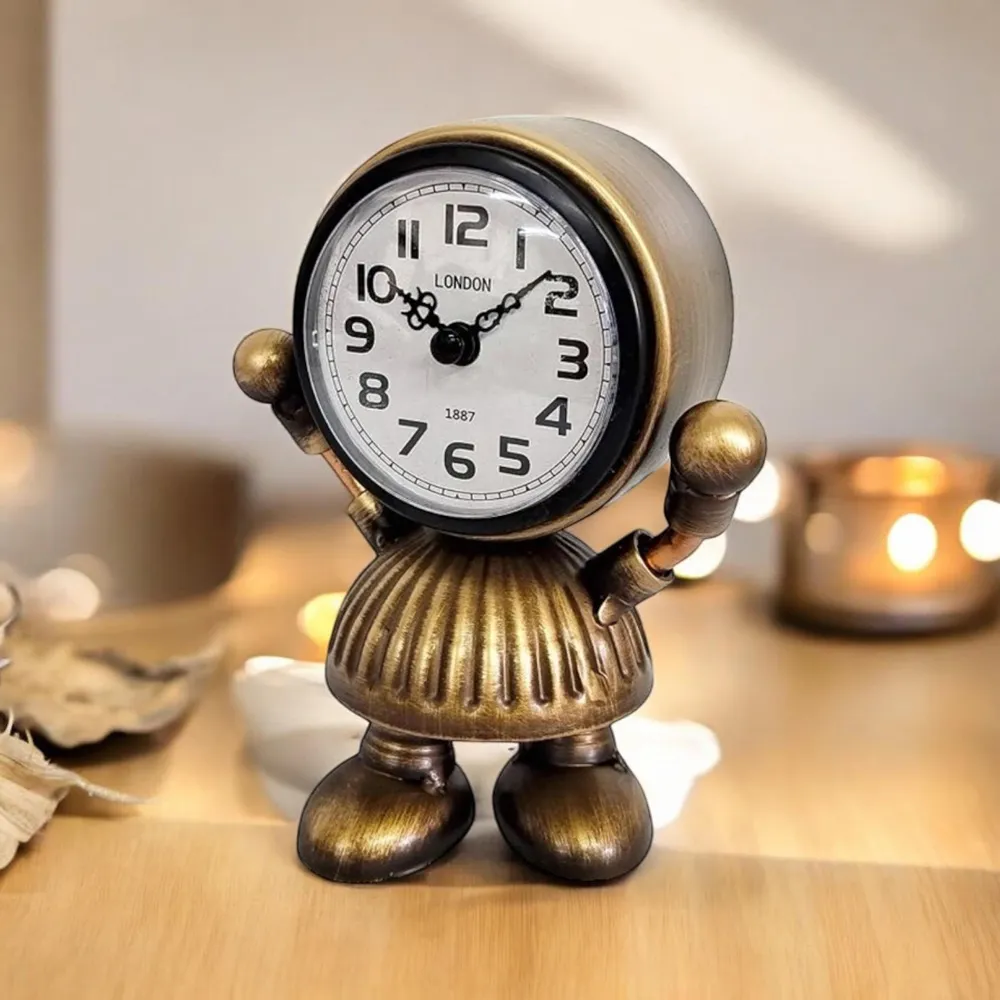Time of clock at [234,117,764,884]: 10:08
